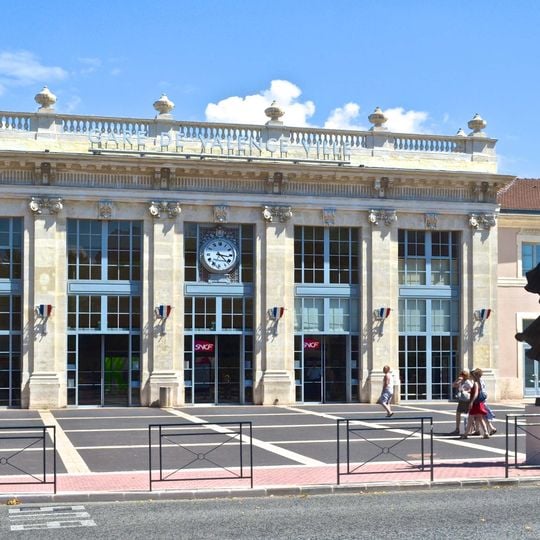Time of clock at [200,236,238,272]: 3:22
